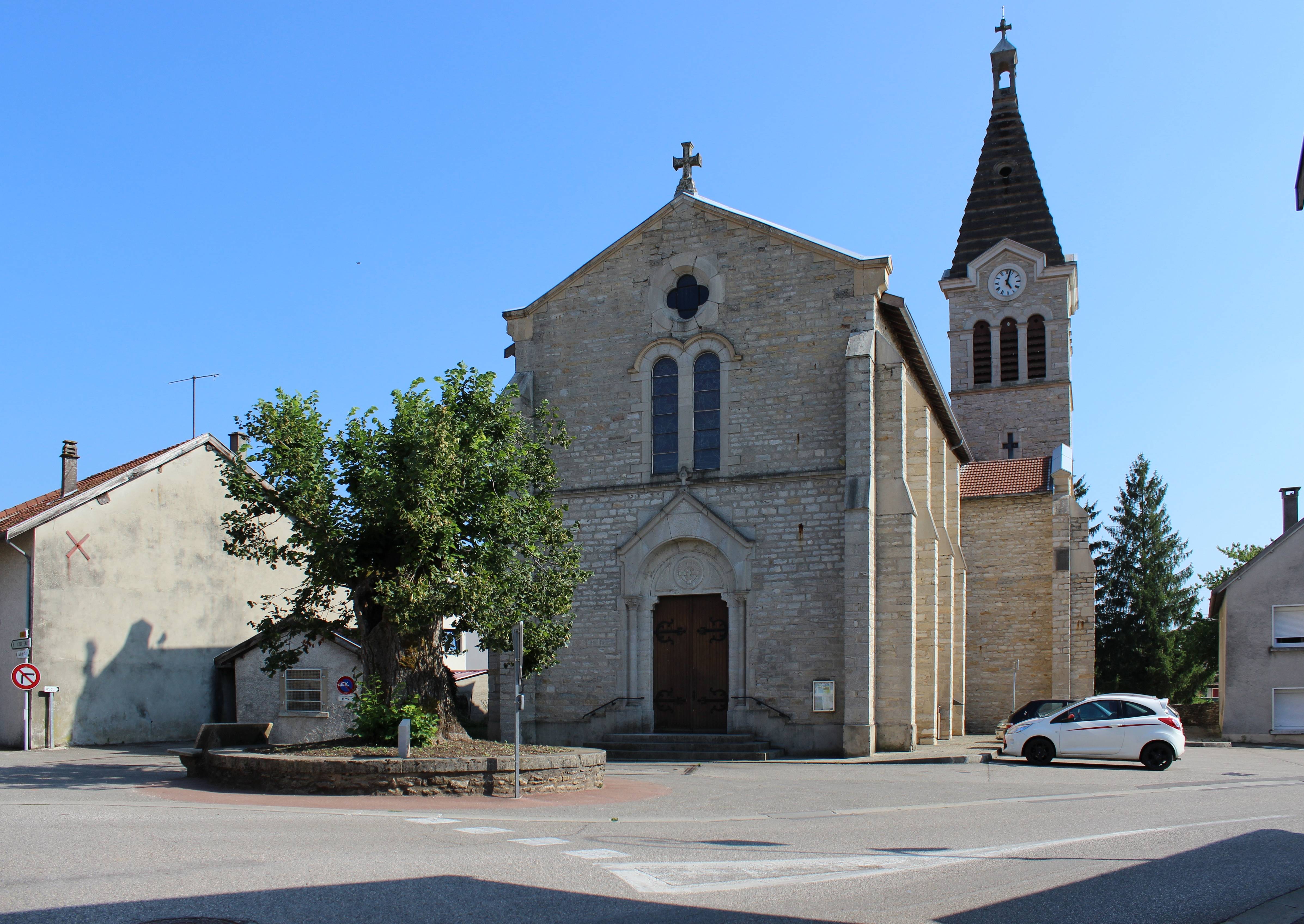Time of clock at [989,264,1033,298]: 5:02
